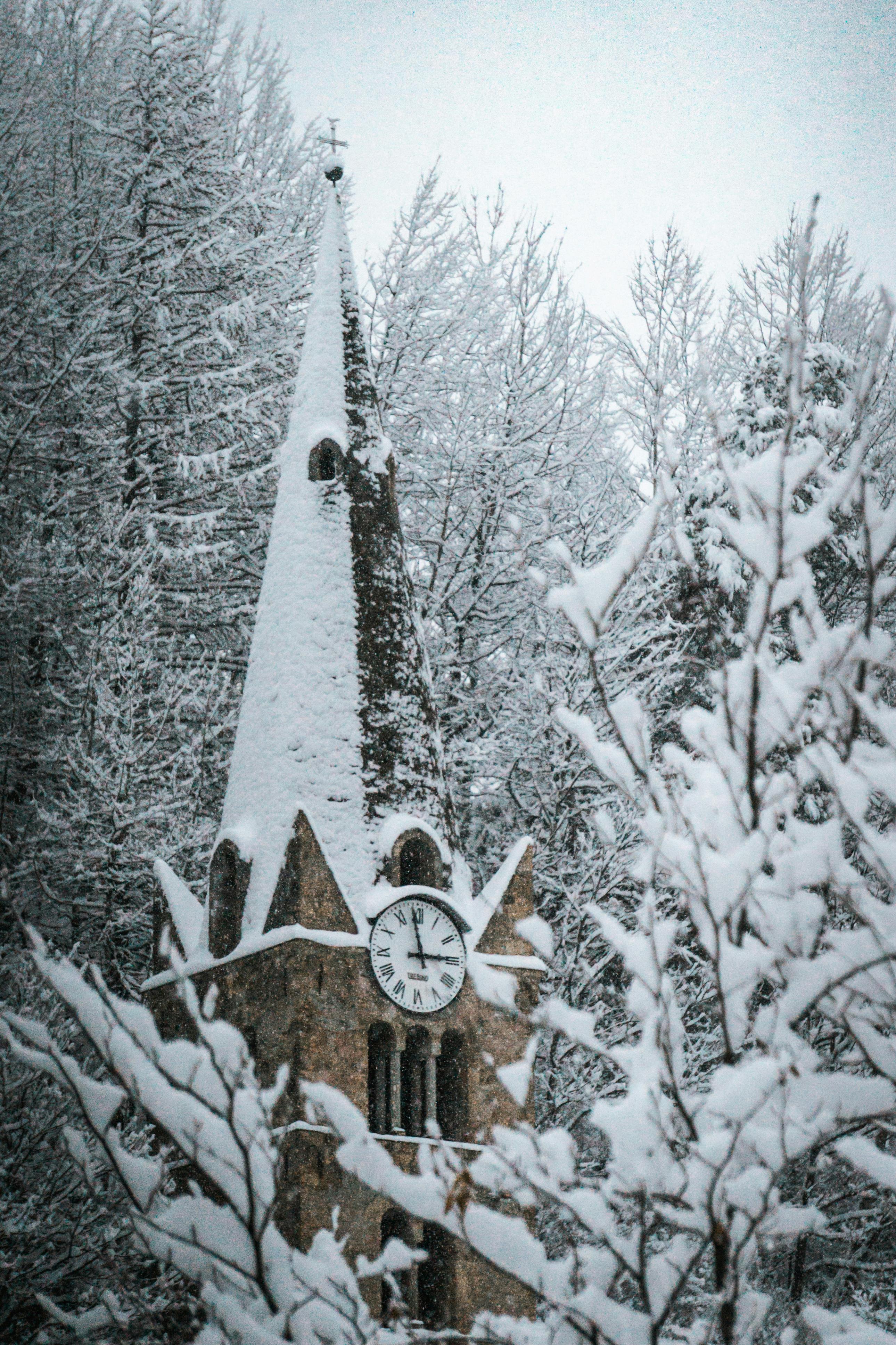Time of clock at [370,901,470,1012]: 2:58
